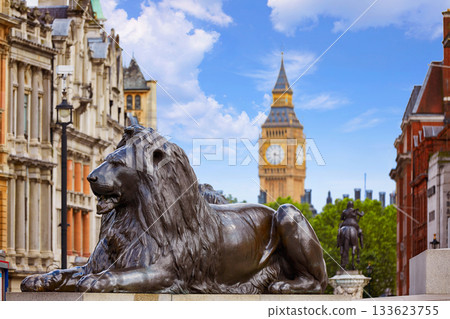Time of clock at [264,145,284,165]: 3:31
